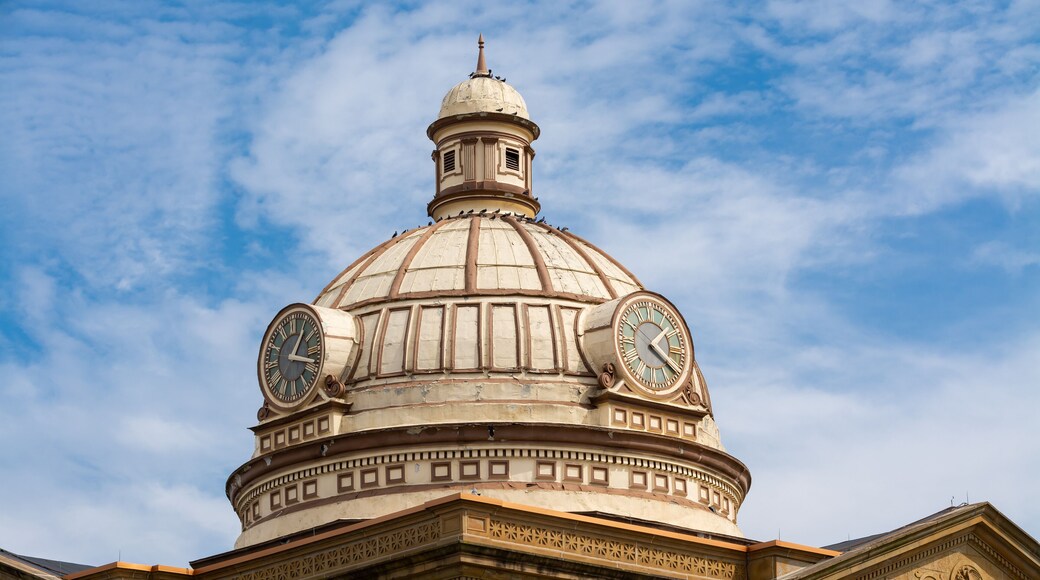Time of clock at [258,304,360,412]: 1:18
